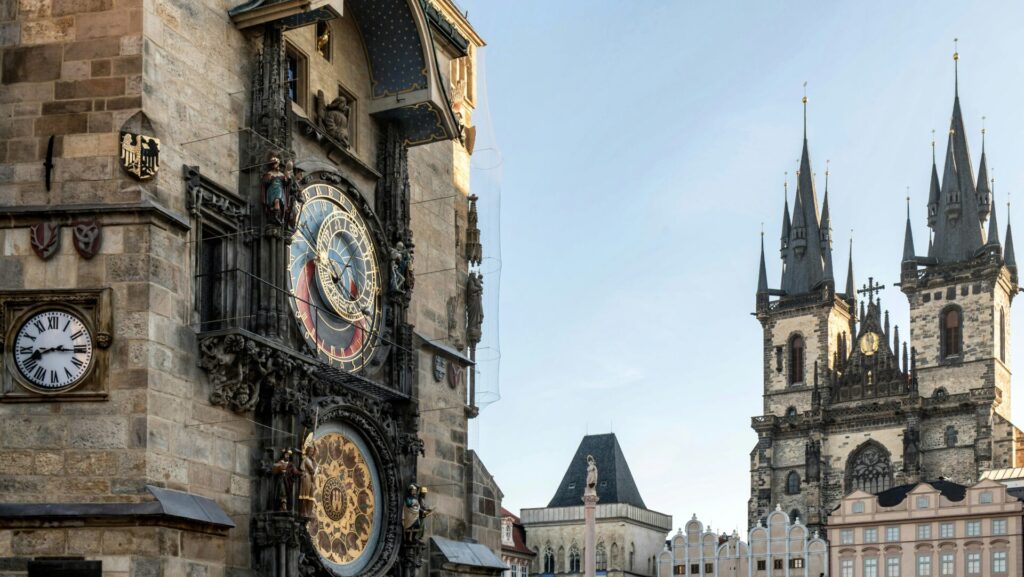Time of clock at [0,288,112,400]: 8:15
